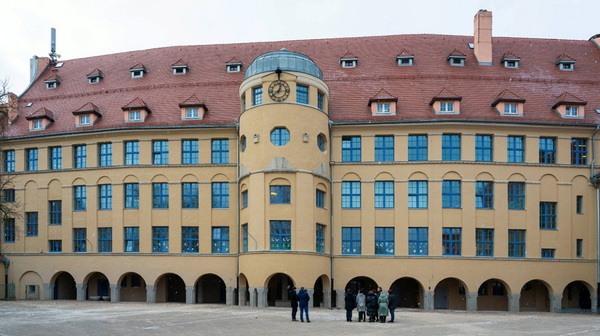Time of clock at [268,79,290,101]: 12:38
